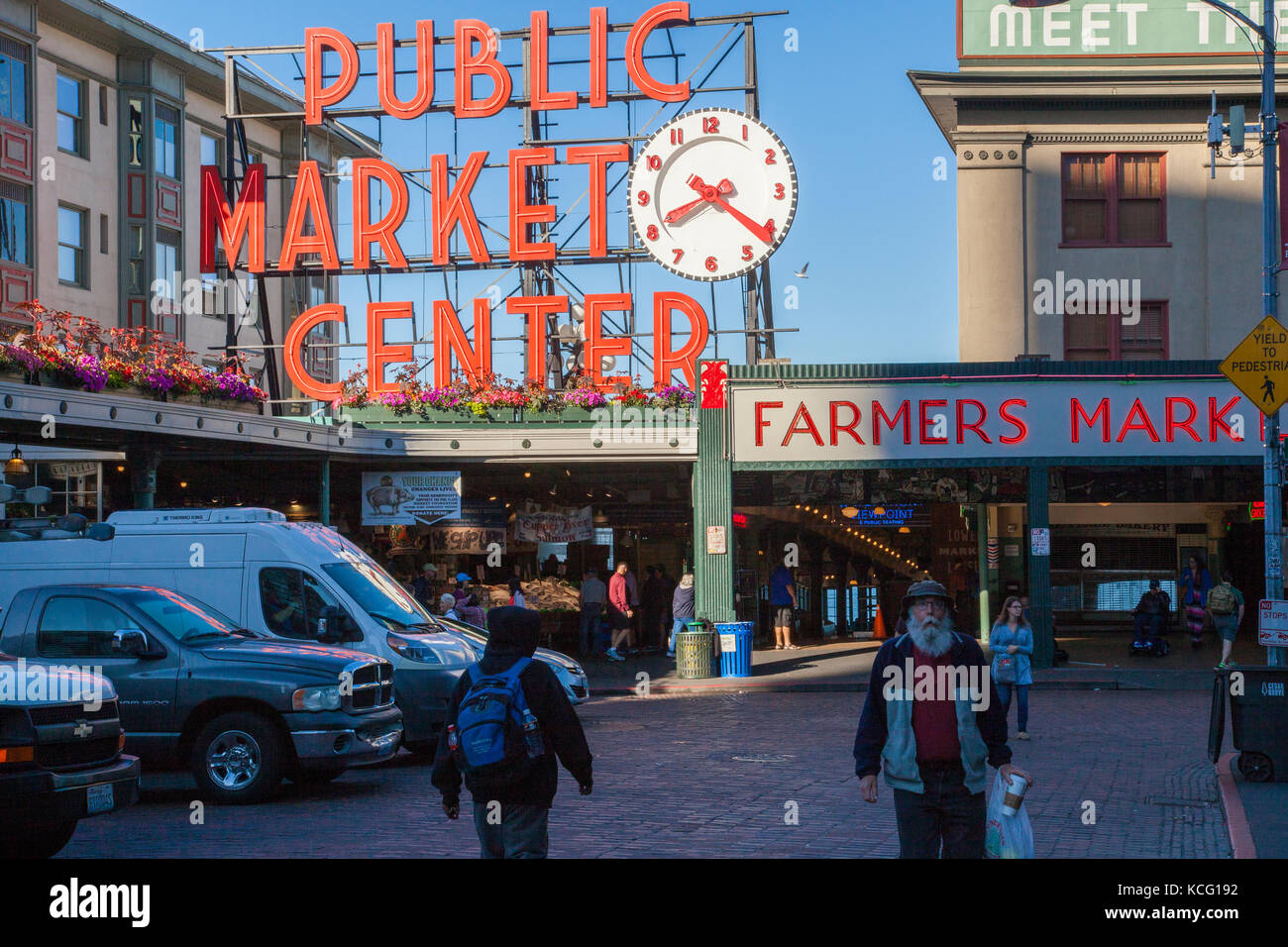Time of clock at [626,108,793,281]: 8:20
